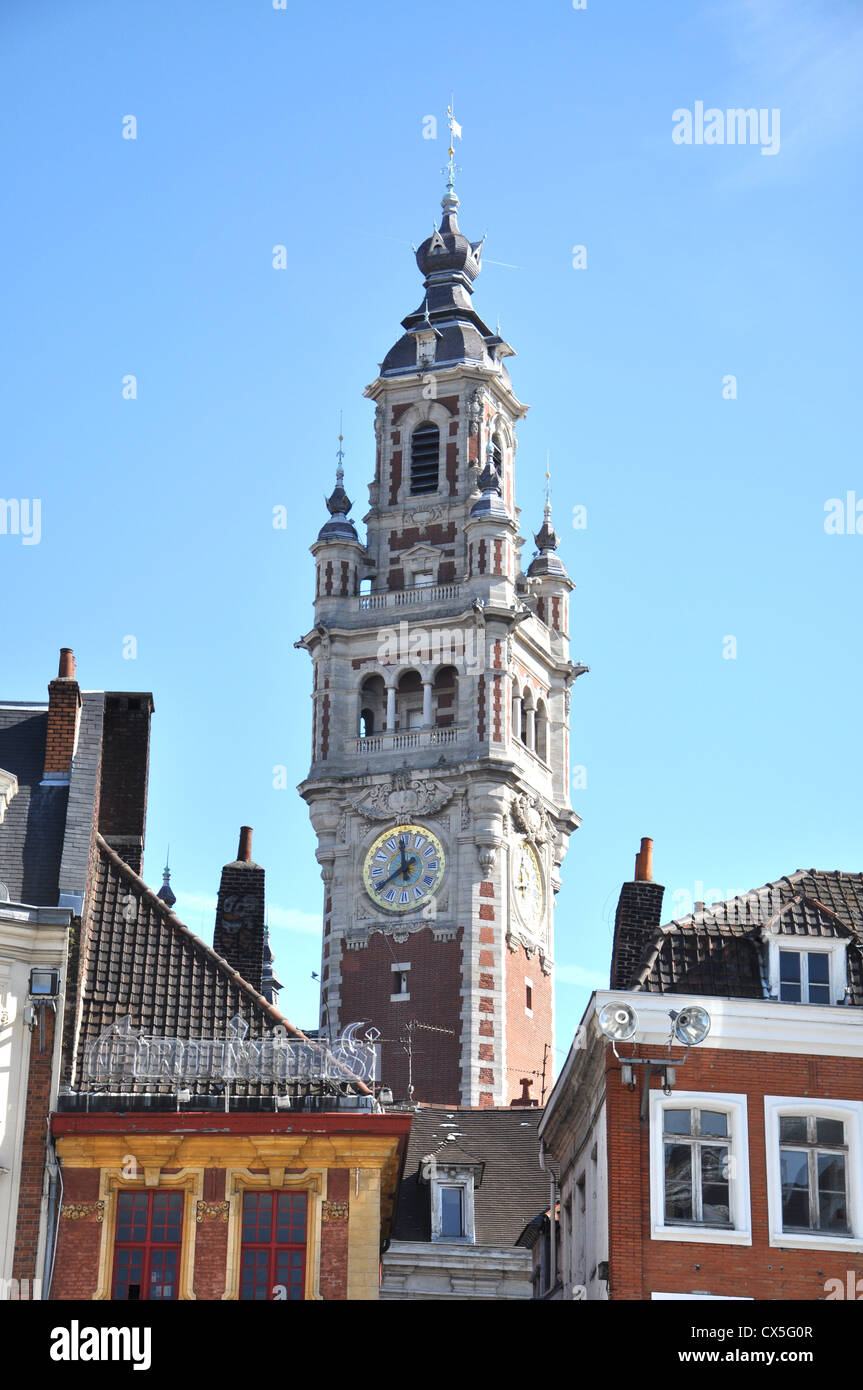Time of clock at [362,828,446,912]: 11:39
